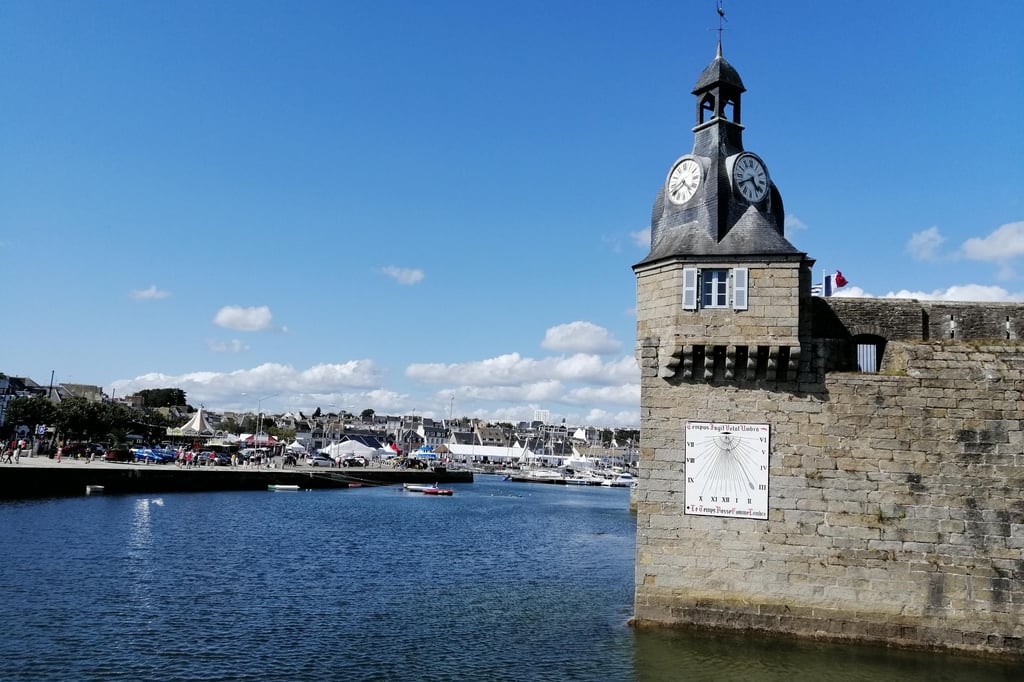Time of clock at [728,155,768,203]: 4:40
